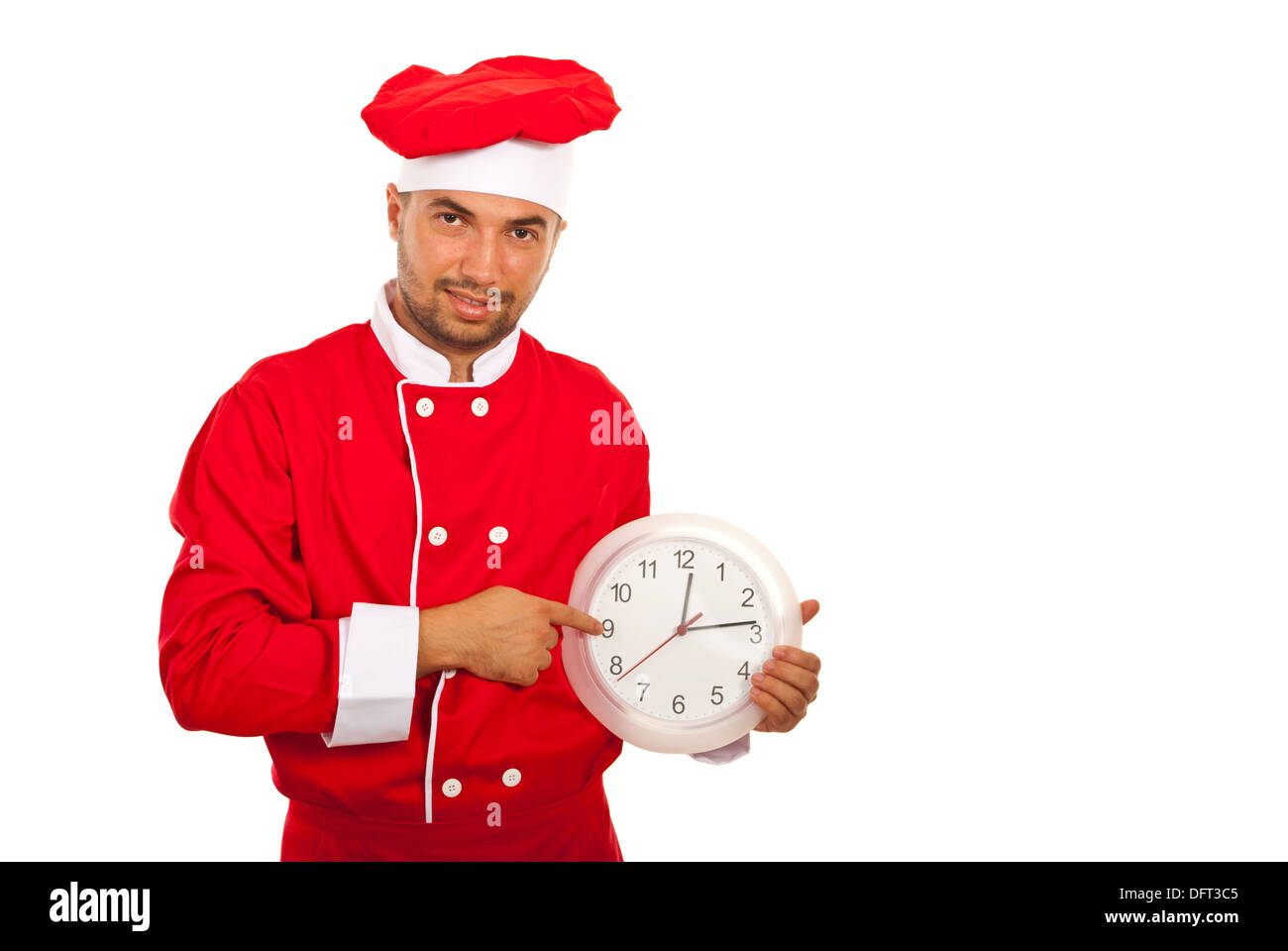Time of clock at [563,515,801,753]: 12:13
